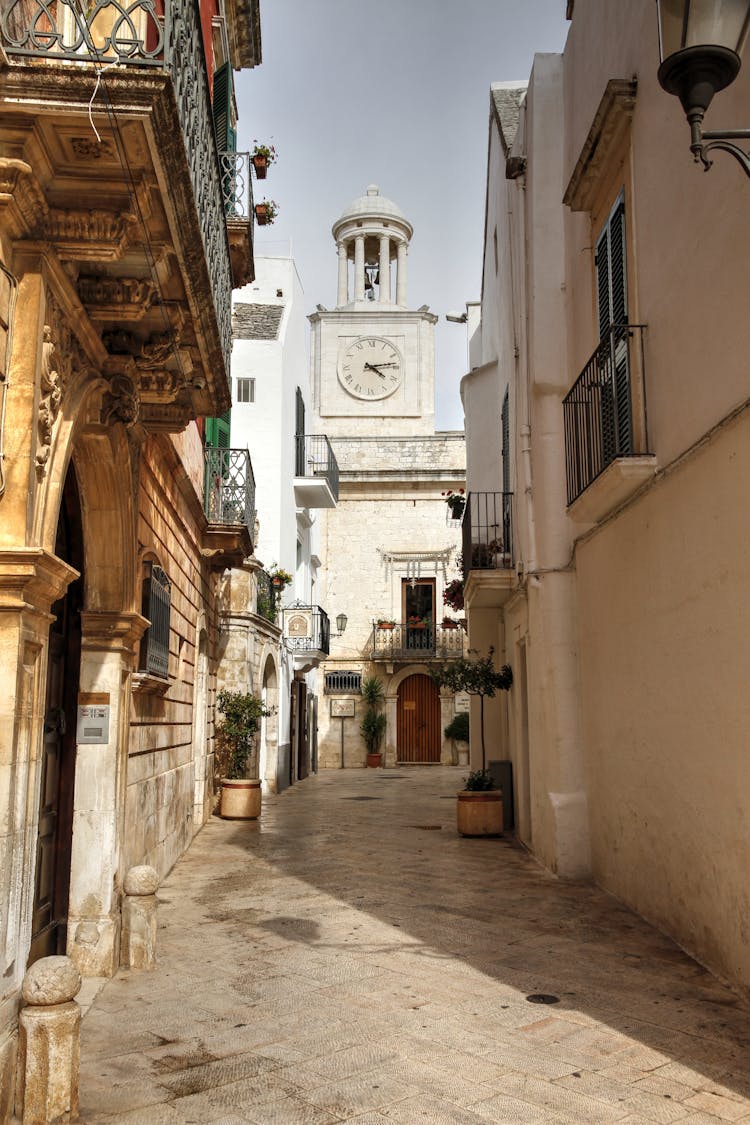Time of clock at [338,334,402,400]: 4:13
